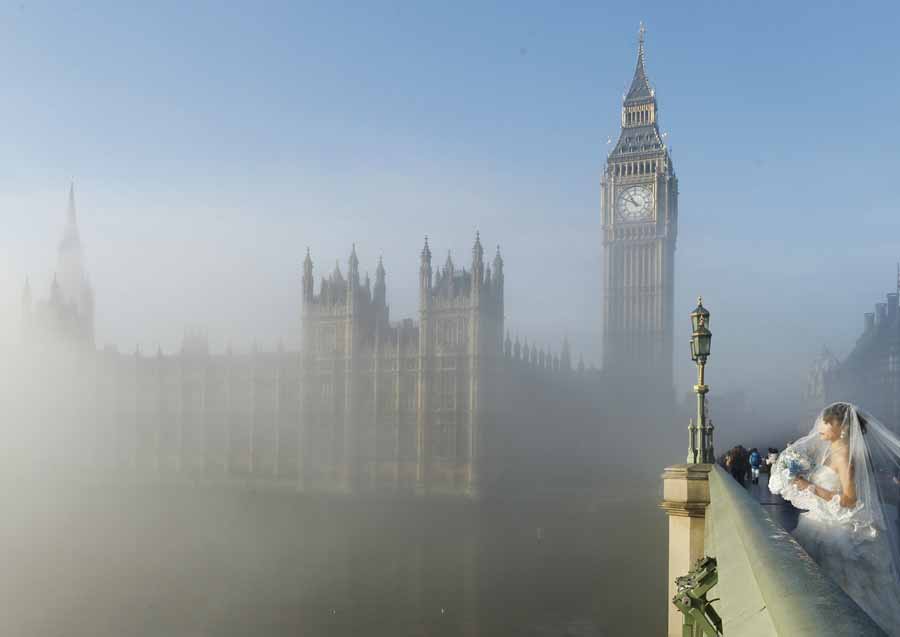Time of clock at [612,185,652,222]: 10:49
